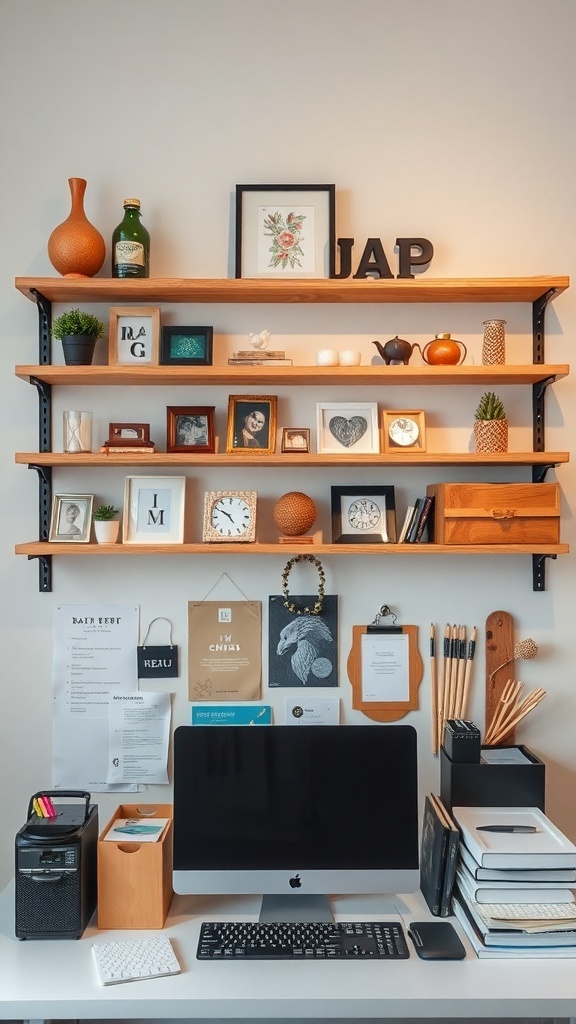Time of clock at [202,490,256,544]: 4:50
